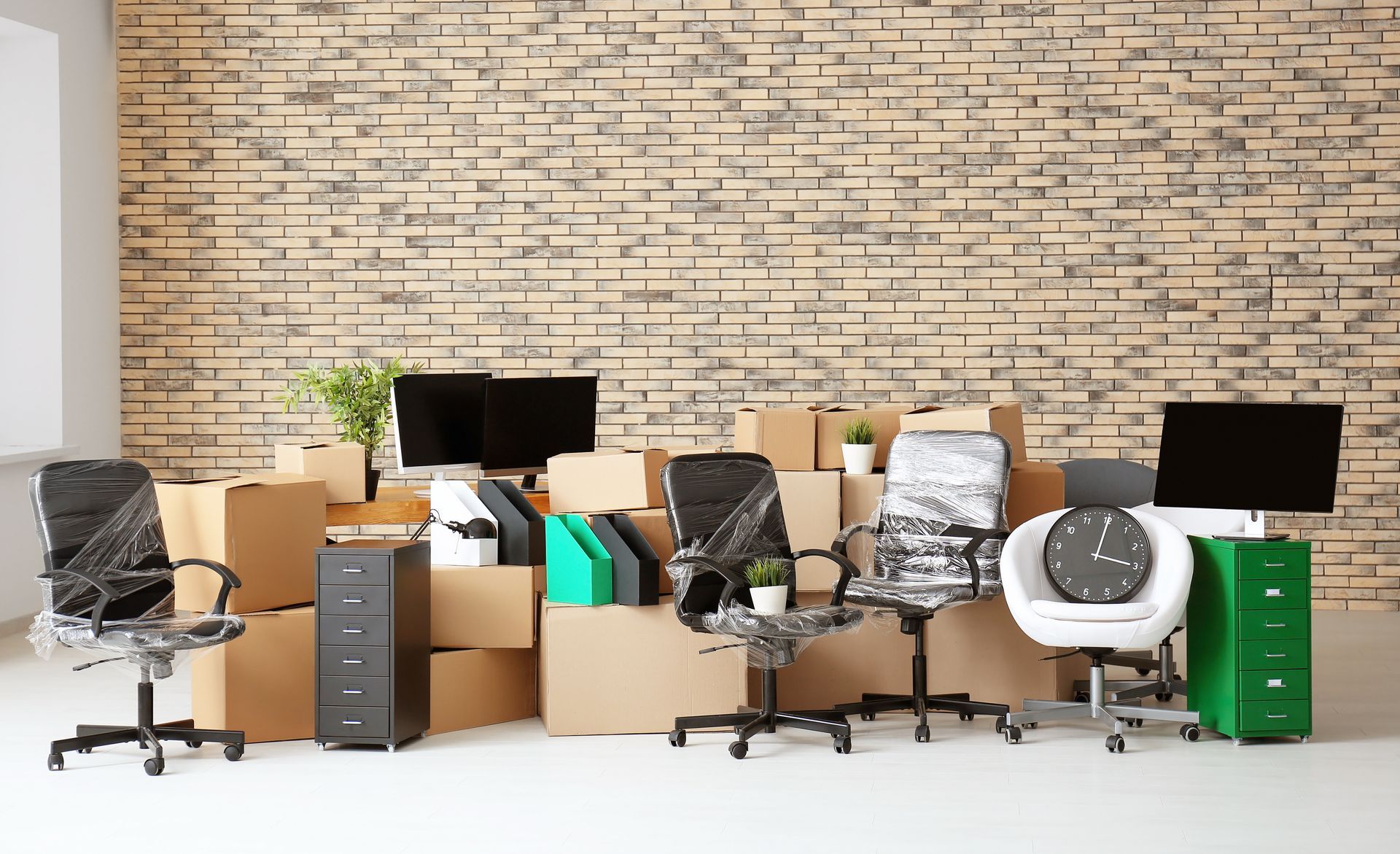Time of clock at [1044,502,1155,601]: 3:00
